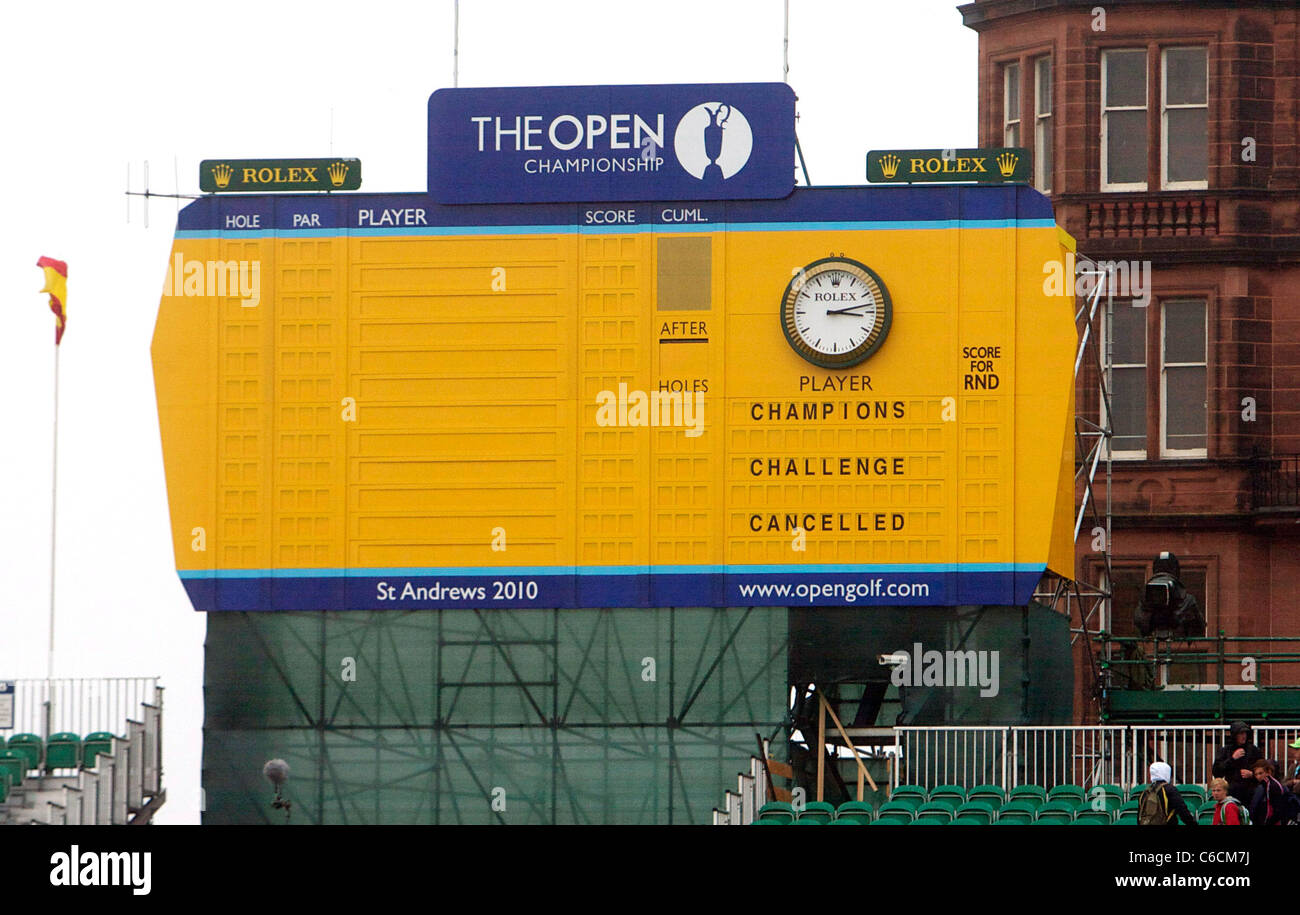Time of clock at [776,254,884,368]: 3:12
